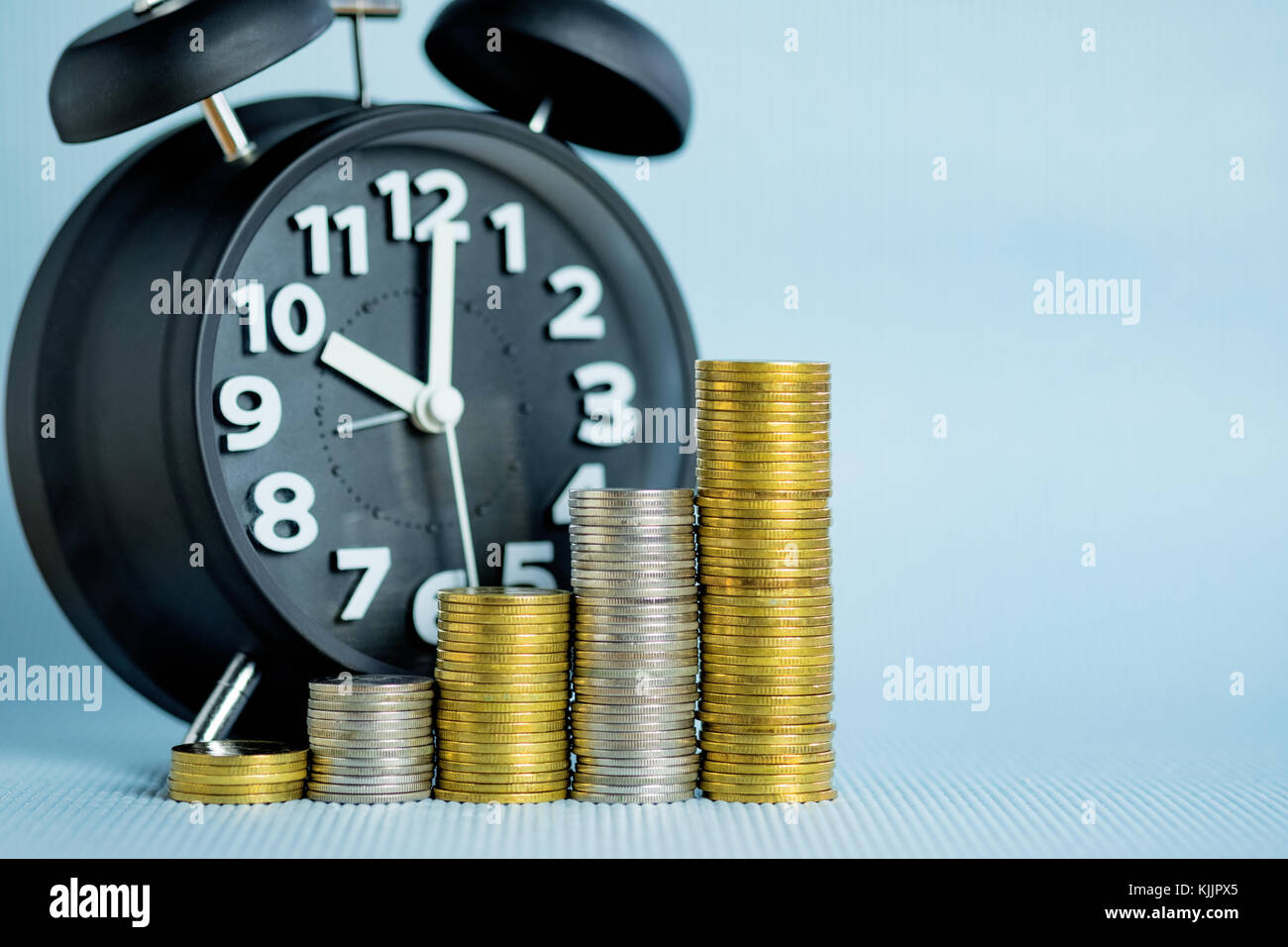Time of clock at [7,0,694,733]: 10:01
